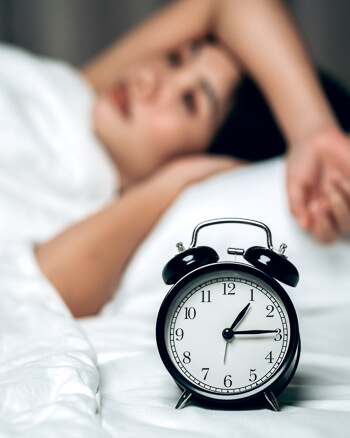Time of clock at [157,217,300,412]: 1:14
